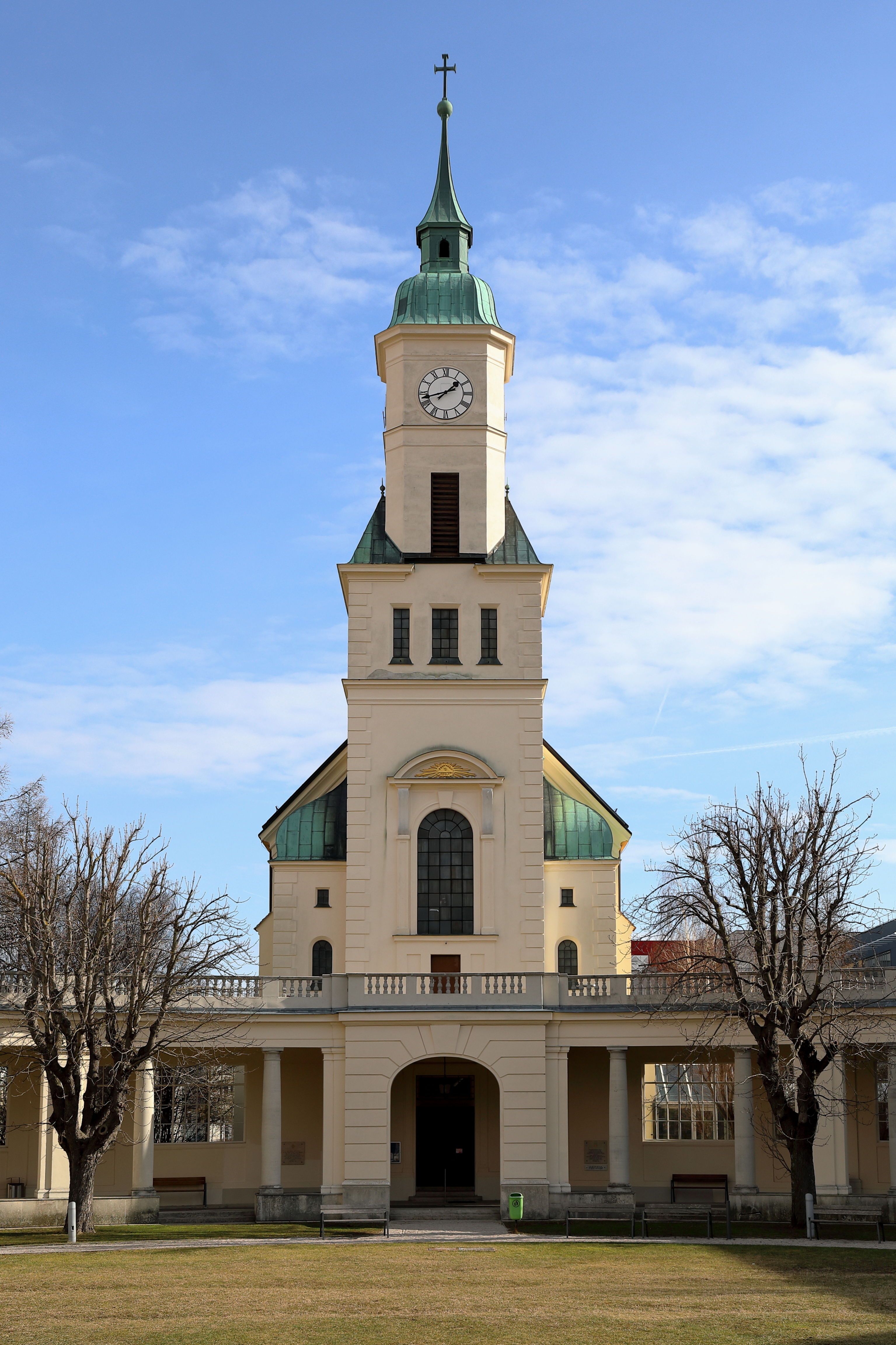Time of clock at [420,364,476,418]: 1:42
